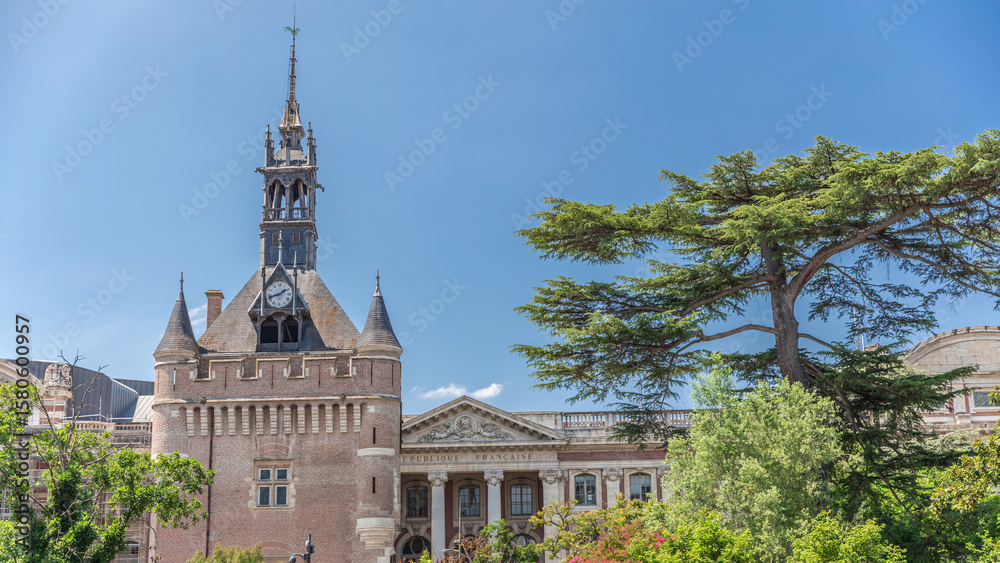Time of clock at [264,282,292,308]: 1:42
